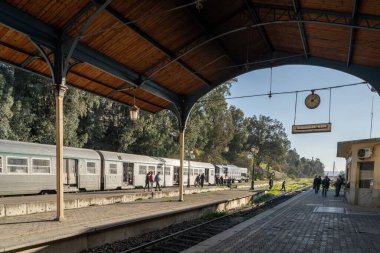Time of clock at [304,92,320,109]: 4:07
